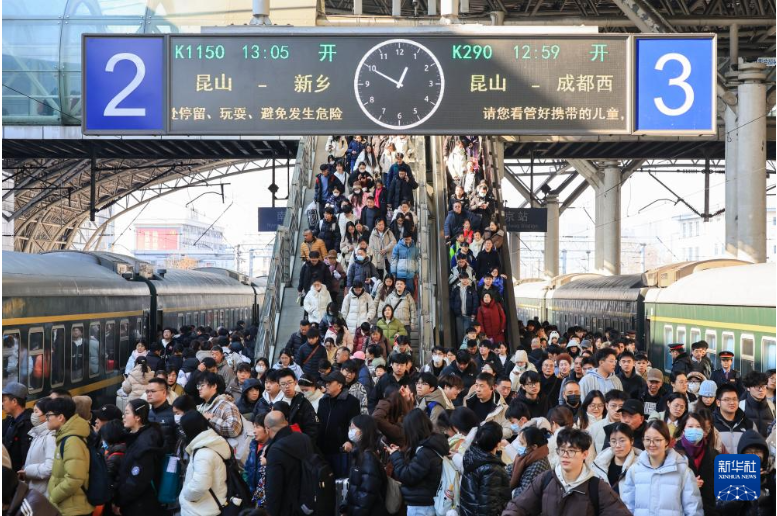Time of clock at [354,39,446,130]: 12:49
